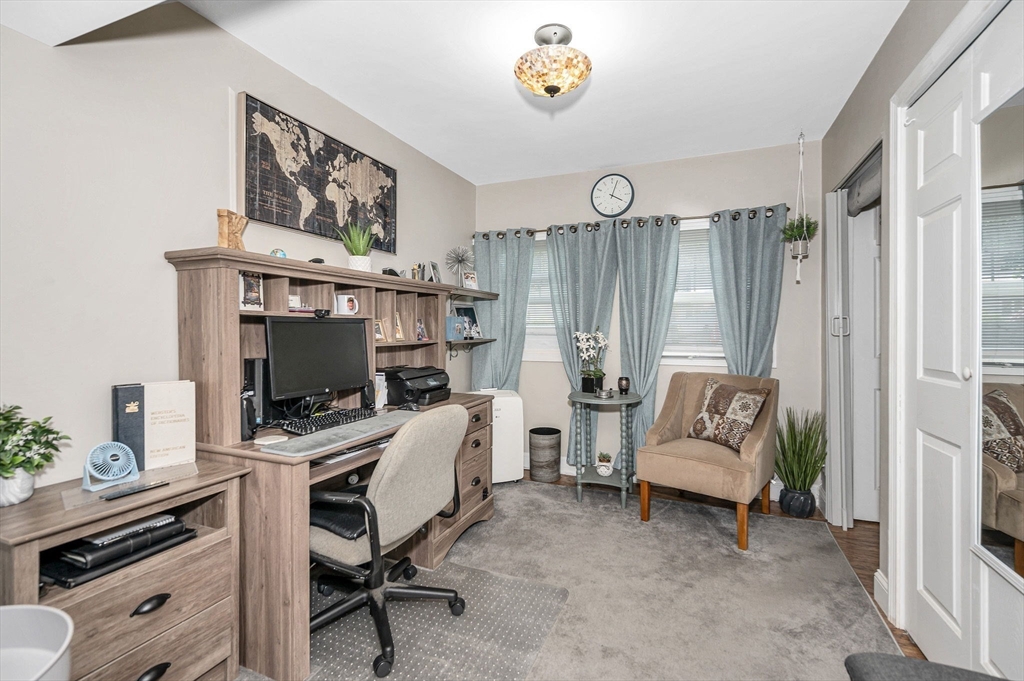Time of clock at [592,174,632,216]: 4:03
